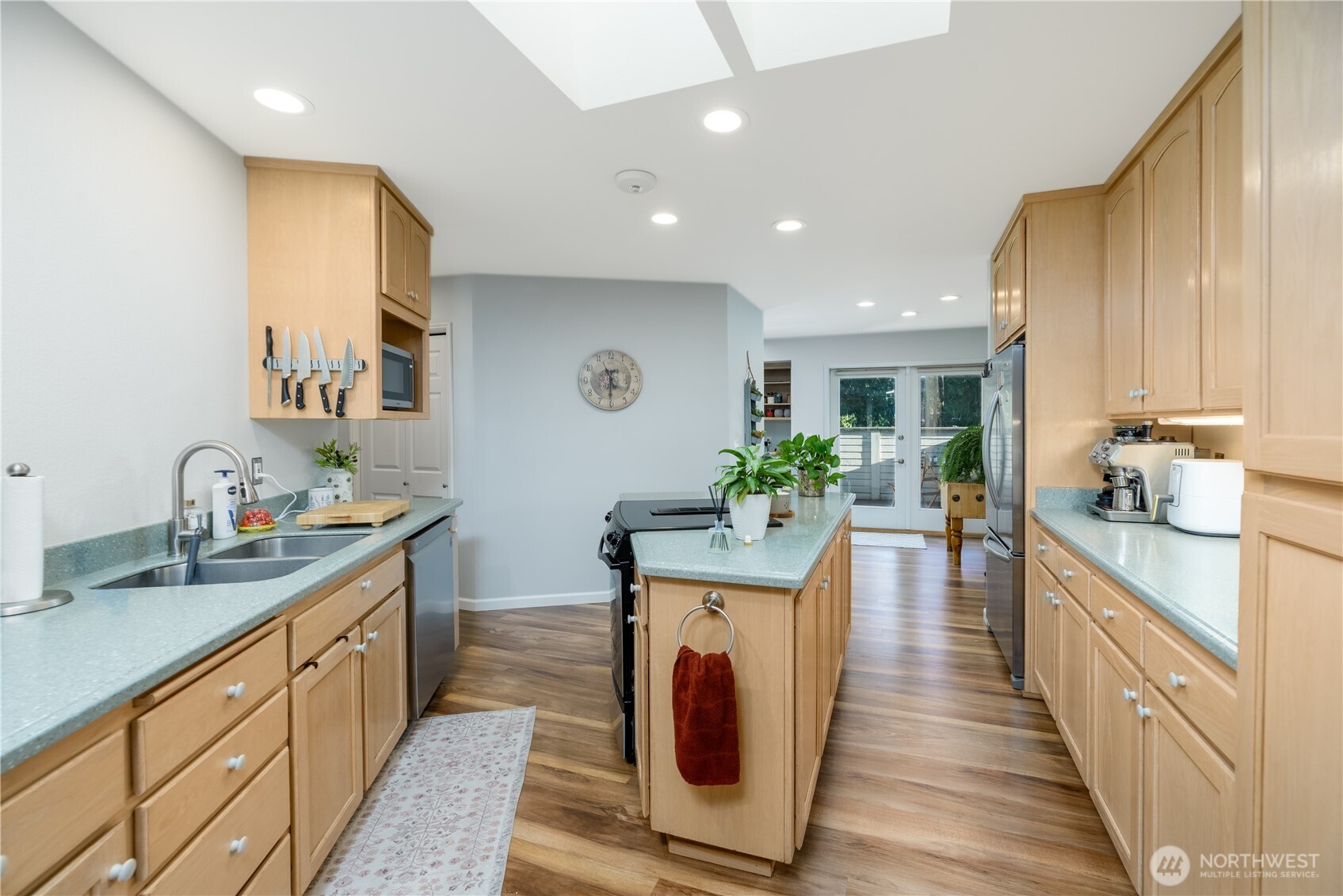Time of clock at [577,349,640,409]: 11:30
